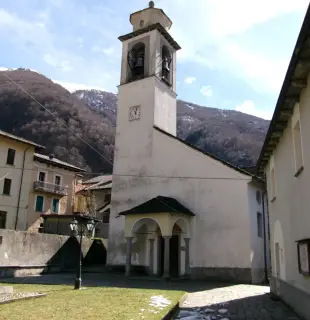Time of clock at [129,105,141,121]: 11:02
